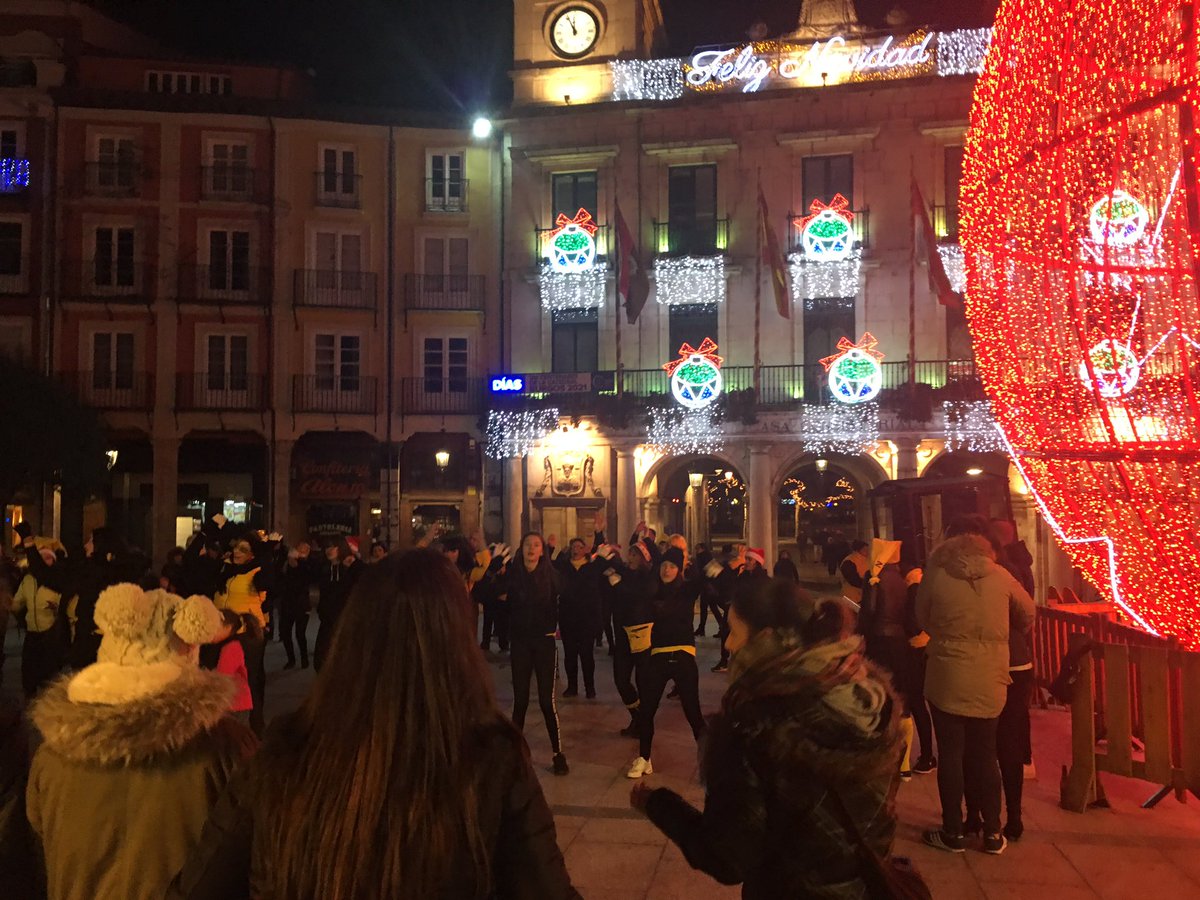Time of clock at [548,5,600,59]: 11:55
